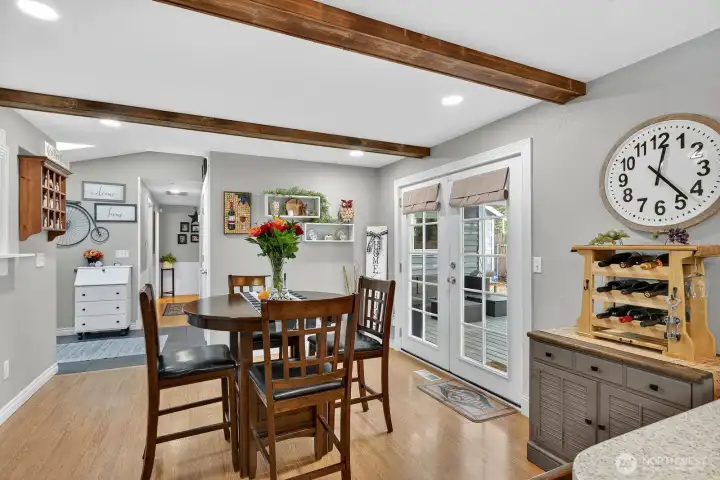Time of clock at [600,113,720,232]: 12:23
